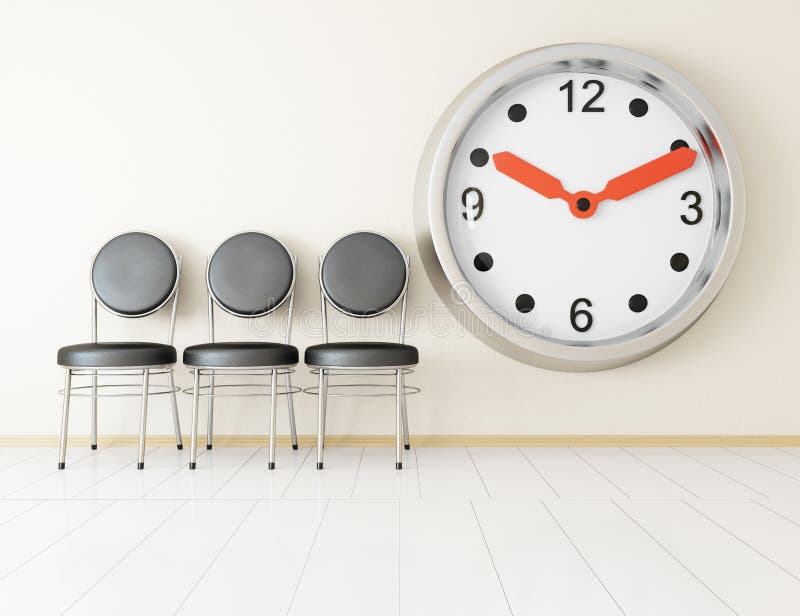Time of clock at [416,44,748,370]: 10:11
